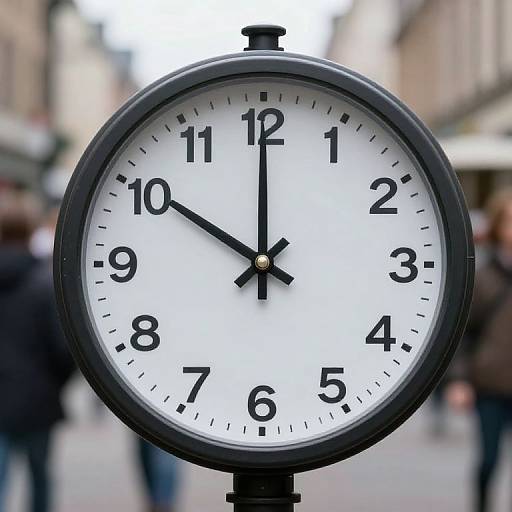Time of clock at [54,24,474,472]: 10:00
